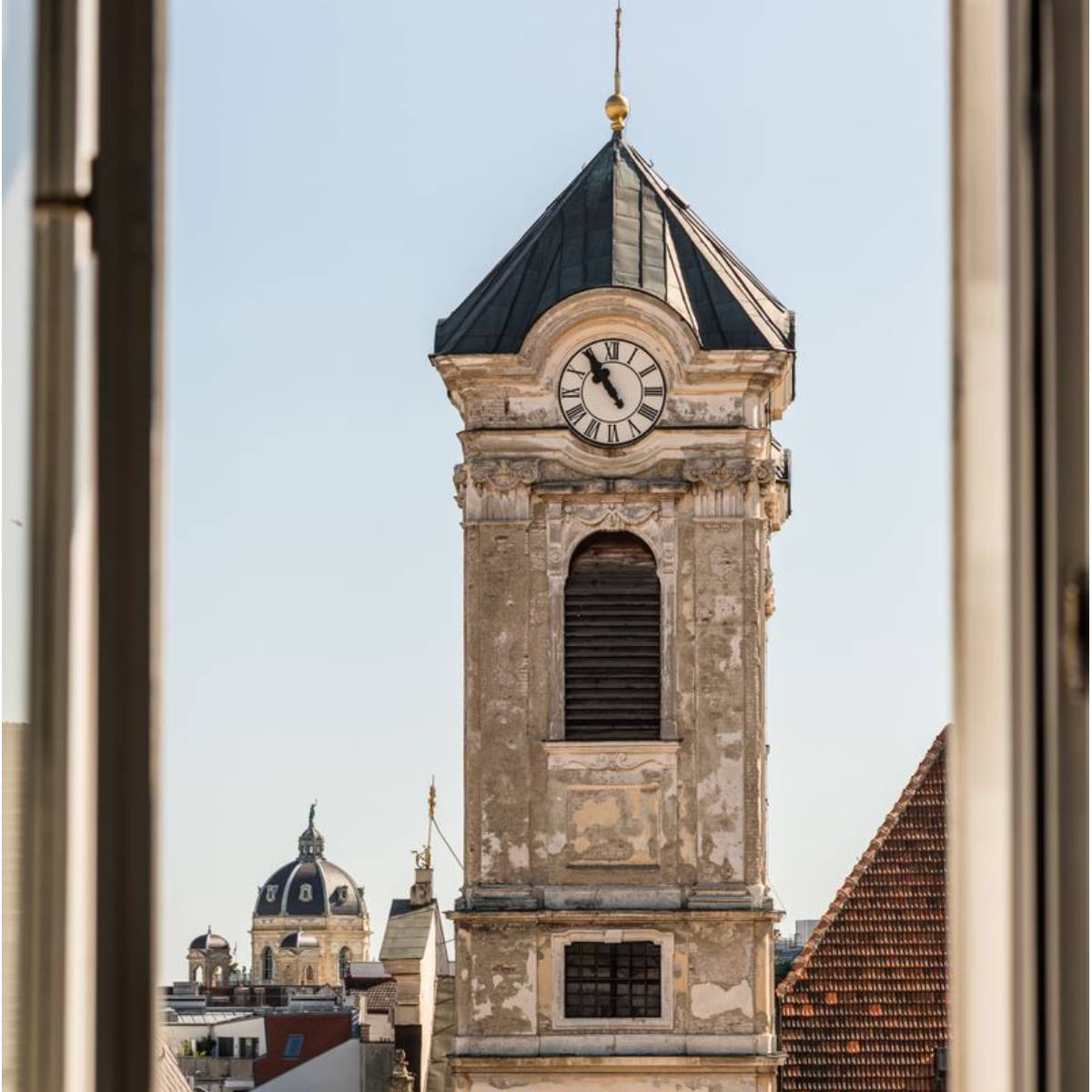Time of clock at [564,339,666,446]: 10:54
